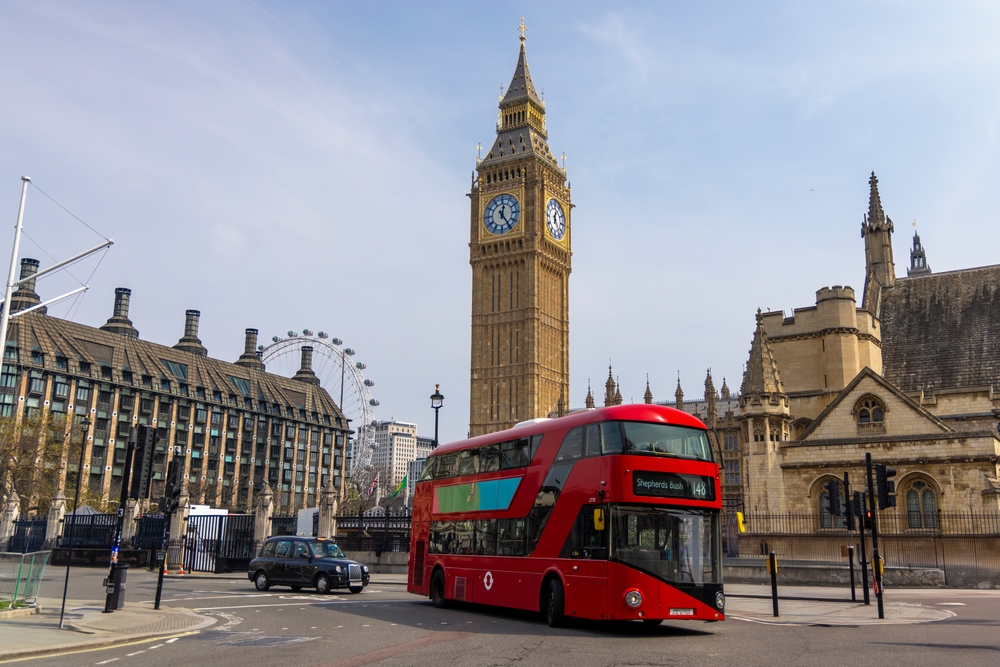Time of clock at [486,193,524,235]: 12:24
